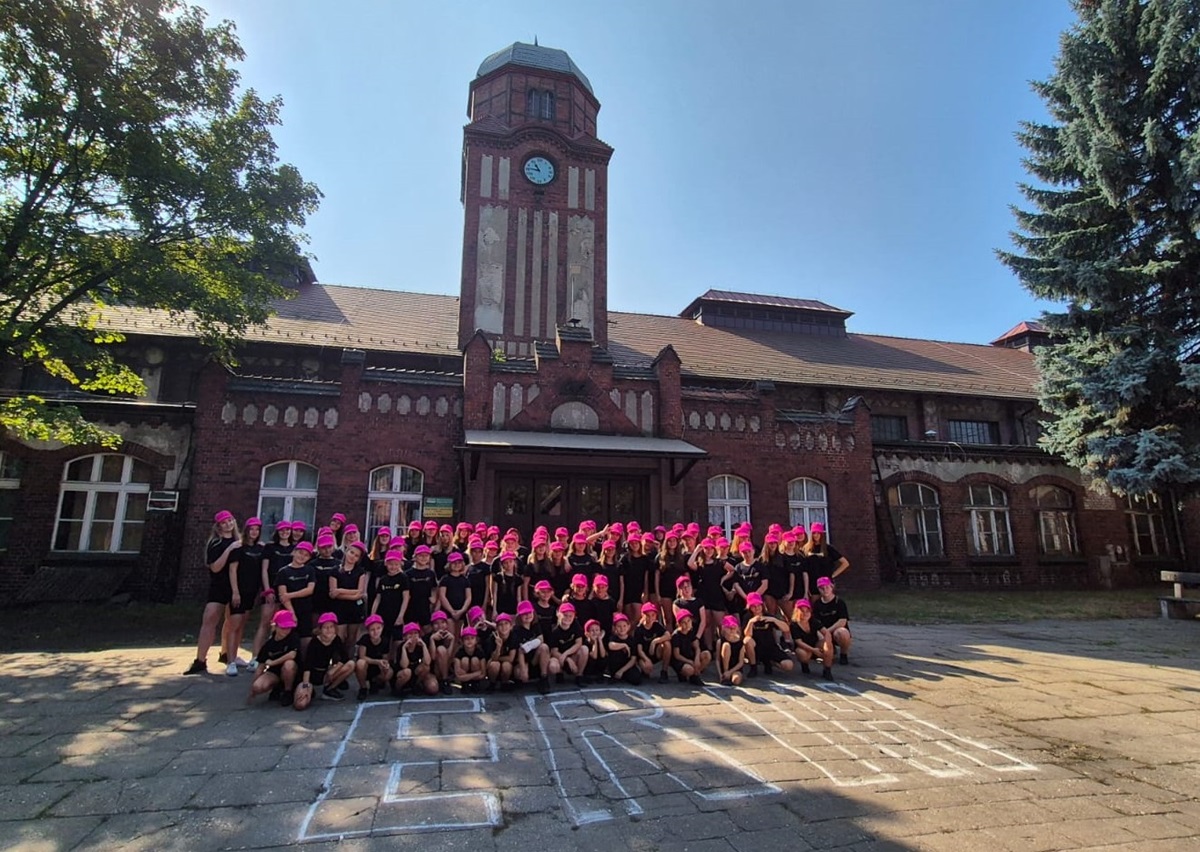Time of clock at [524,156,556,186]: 10:46
